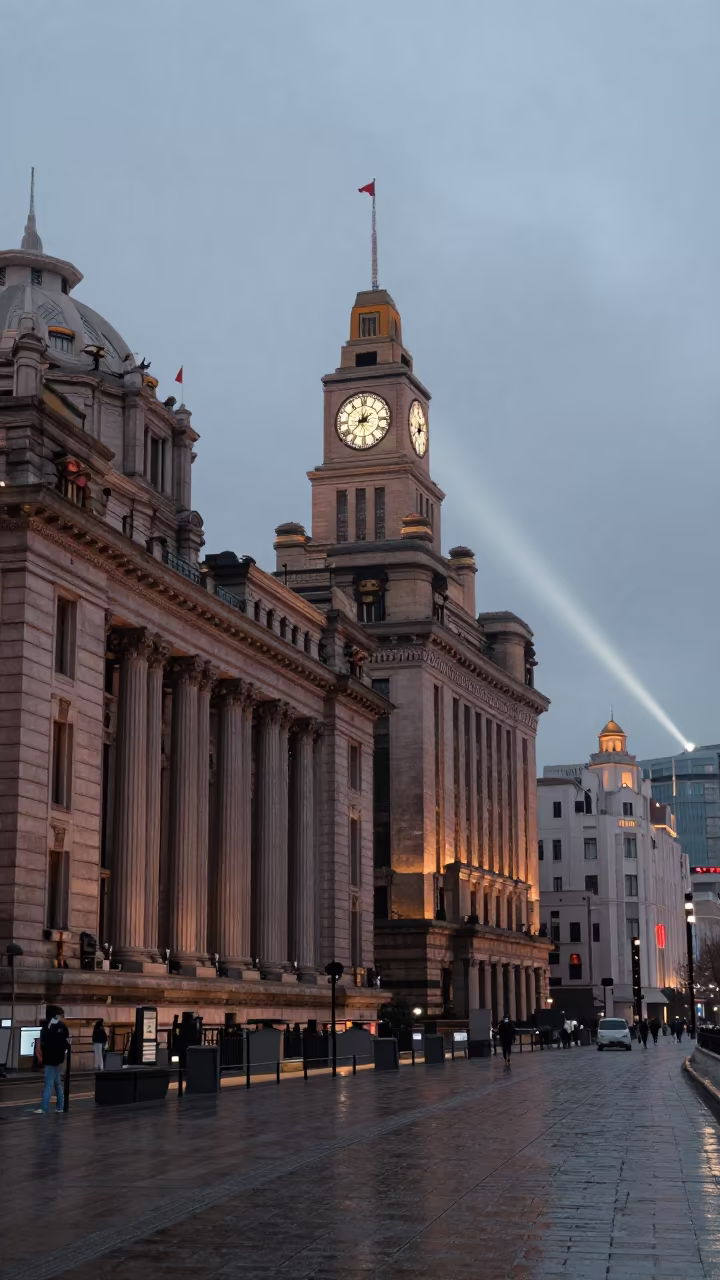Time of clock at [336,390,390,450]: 8:38
